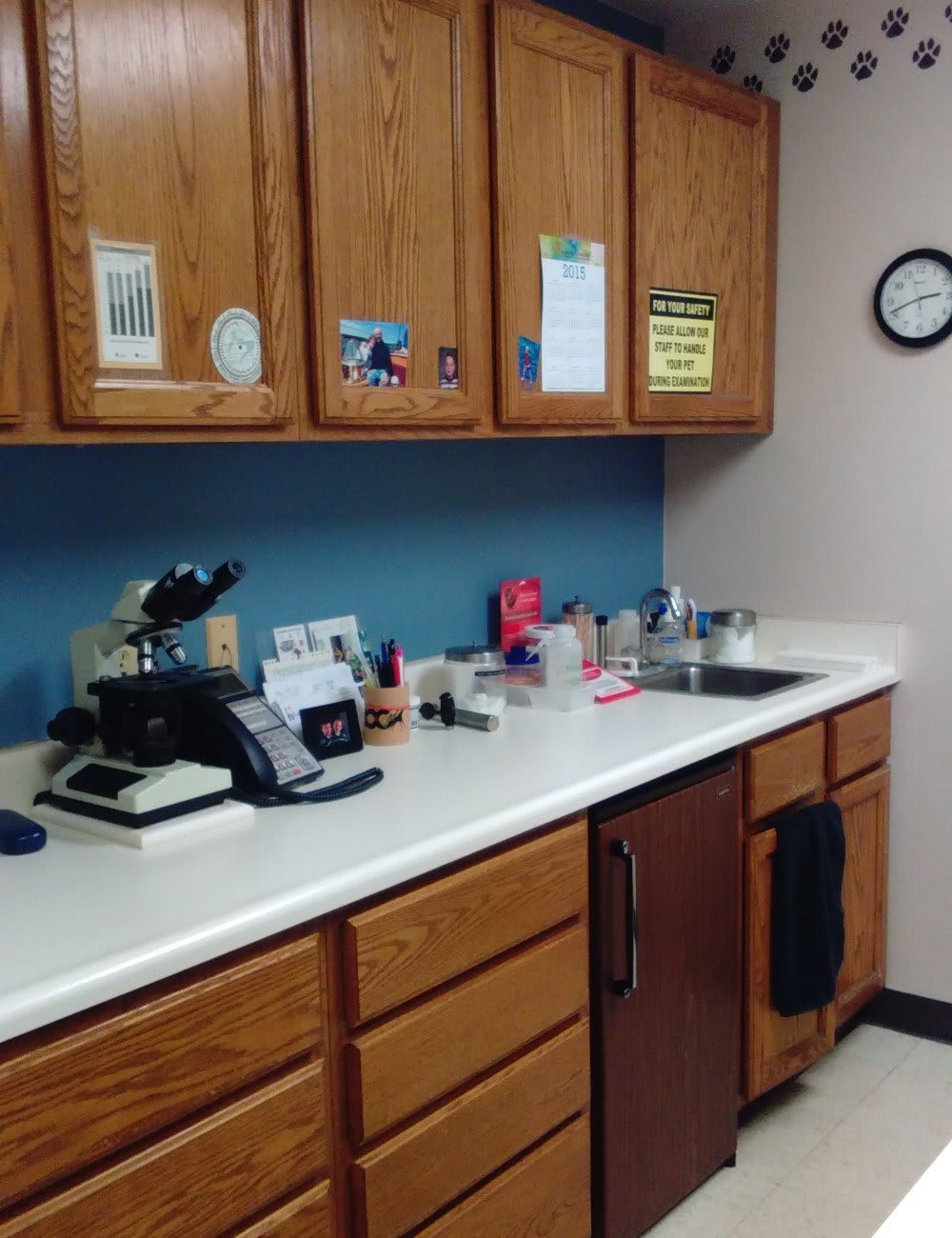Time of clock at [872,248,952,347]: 2:41
